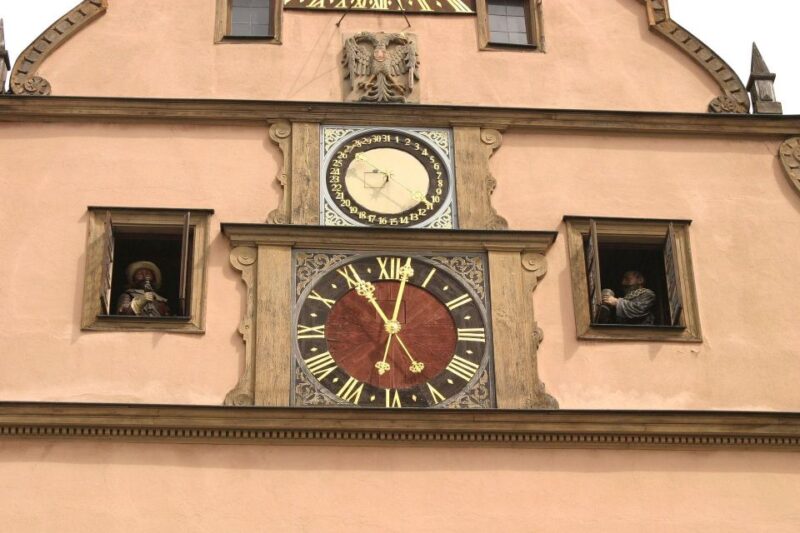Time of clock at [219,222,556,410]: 11:02
